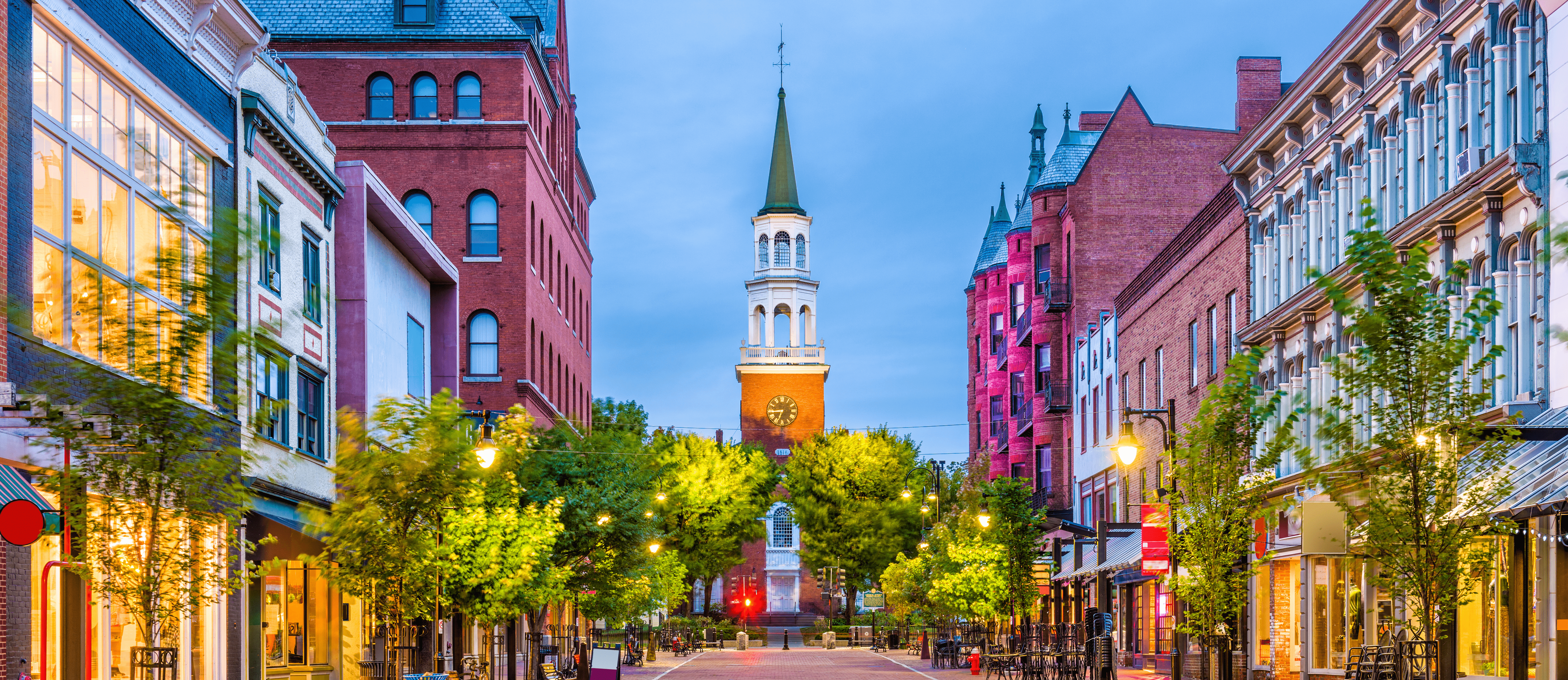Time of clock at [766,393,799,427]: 6:44
